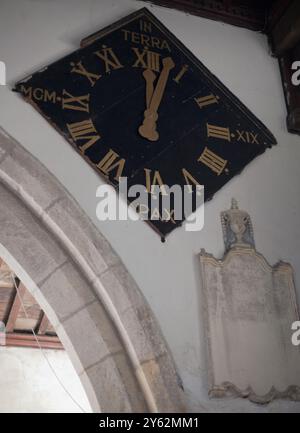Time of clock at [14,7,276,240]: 12:03
